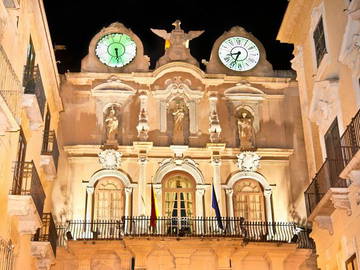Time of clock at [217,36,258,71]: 8:34
